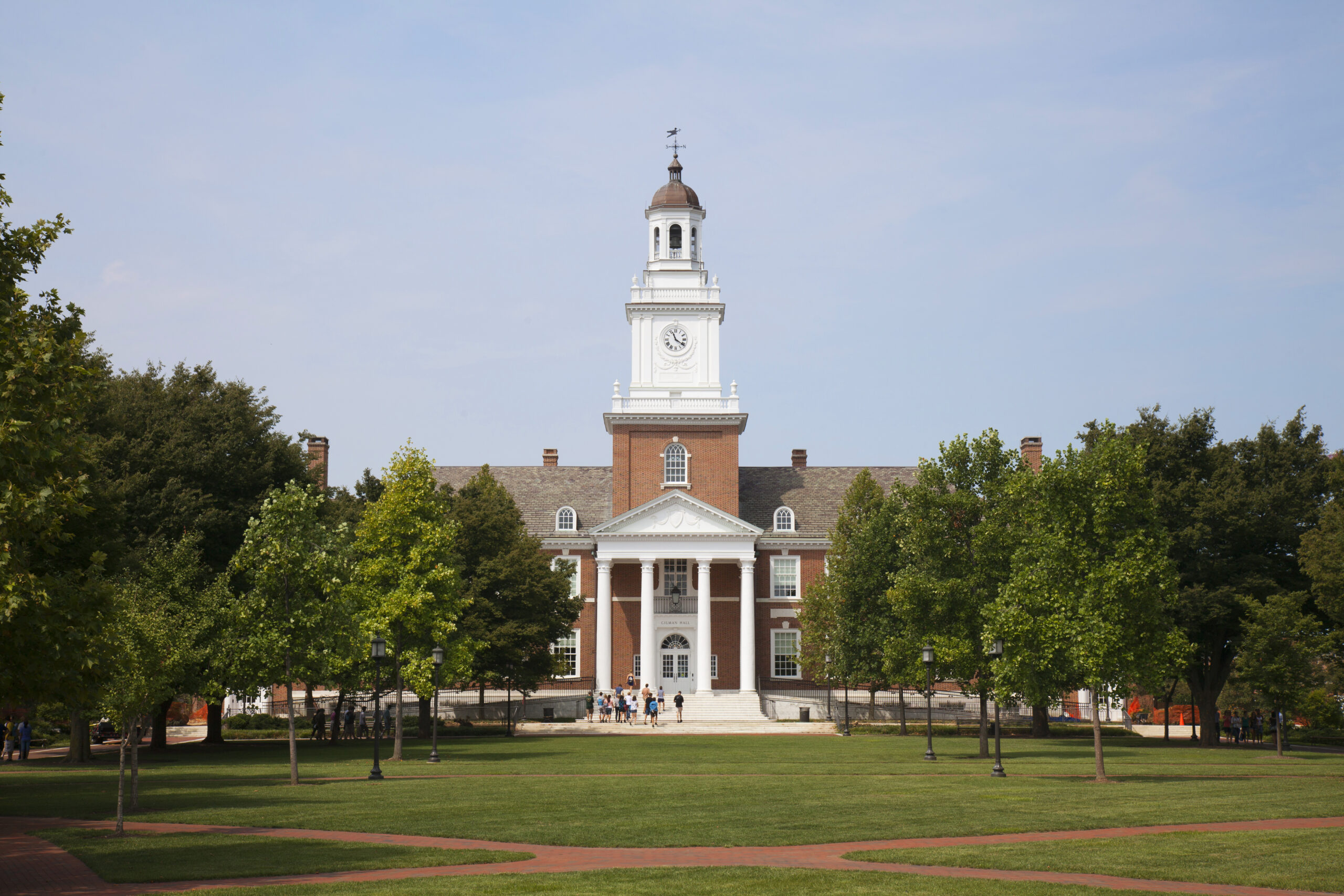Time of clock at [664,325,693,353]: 11:20
